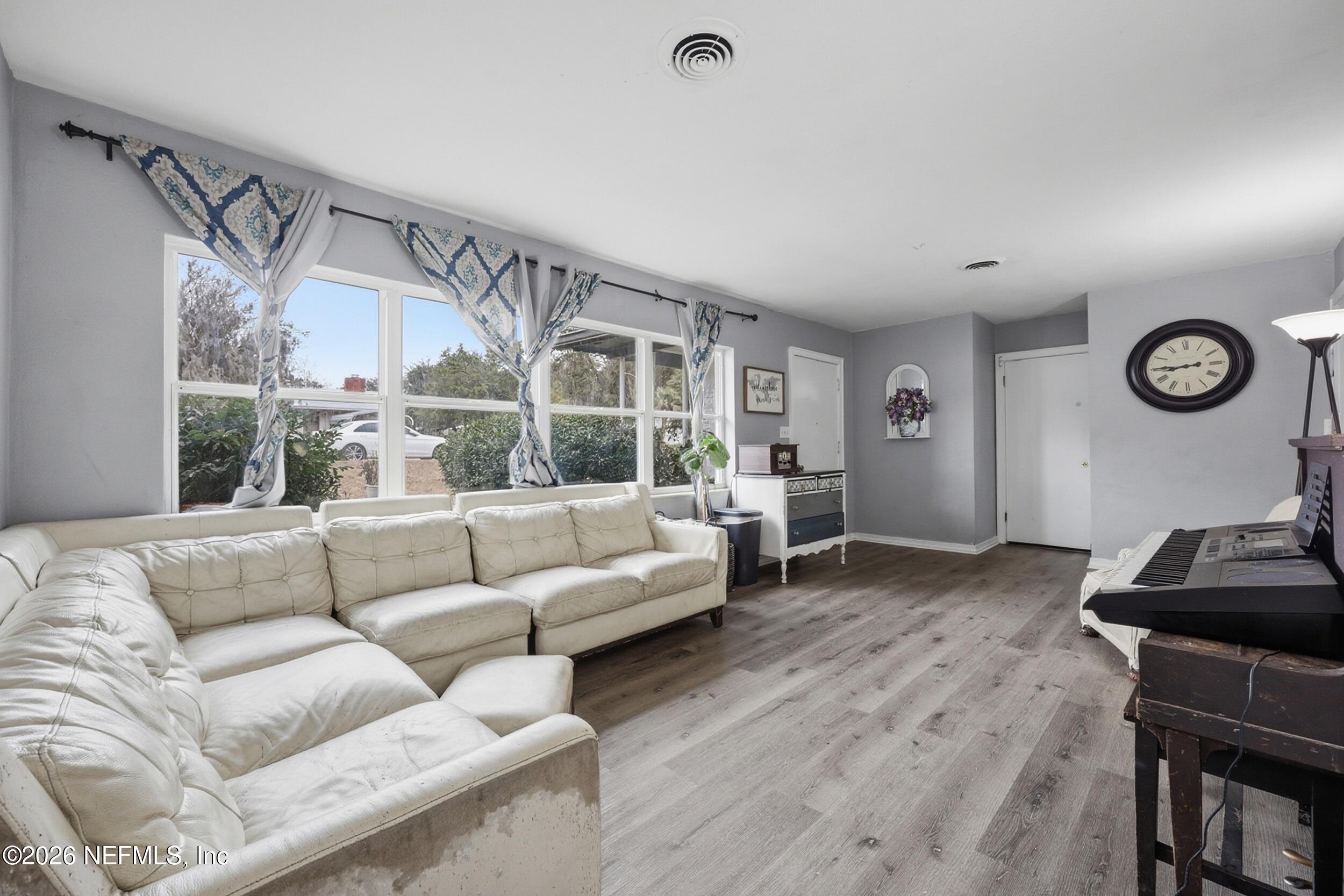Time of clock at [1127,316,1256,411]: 8:44
